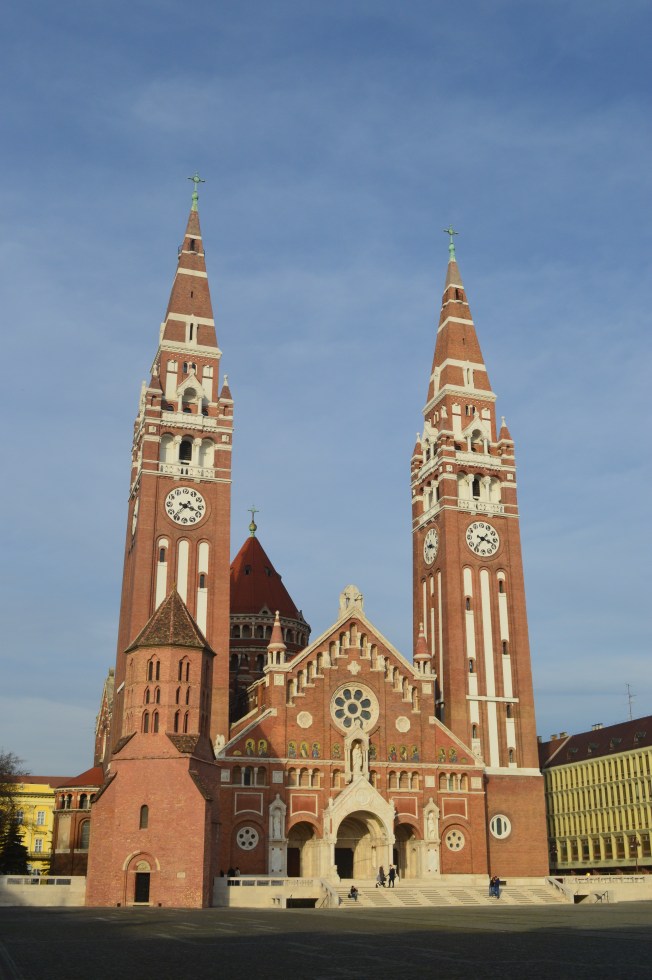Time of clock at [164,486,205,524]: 3:37
